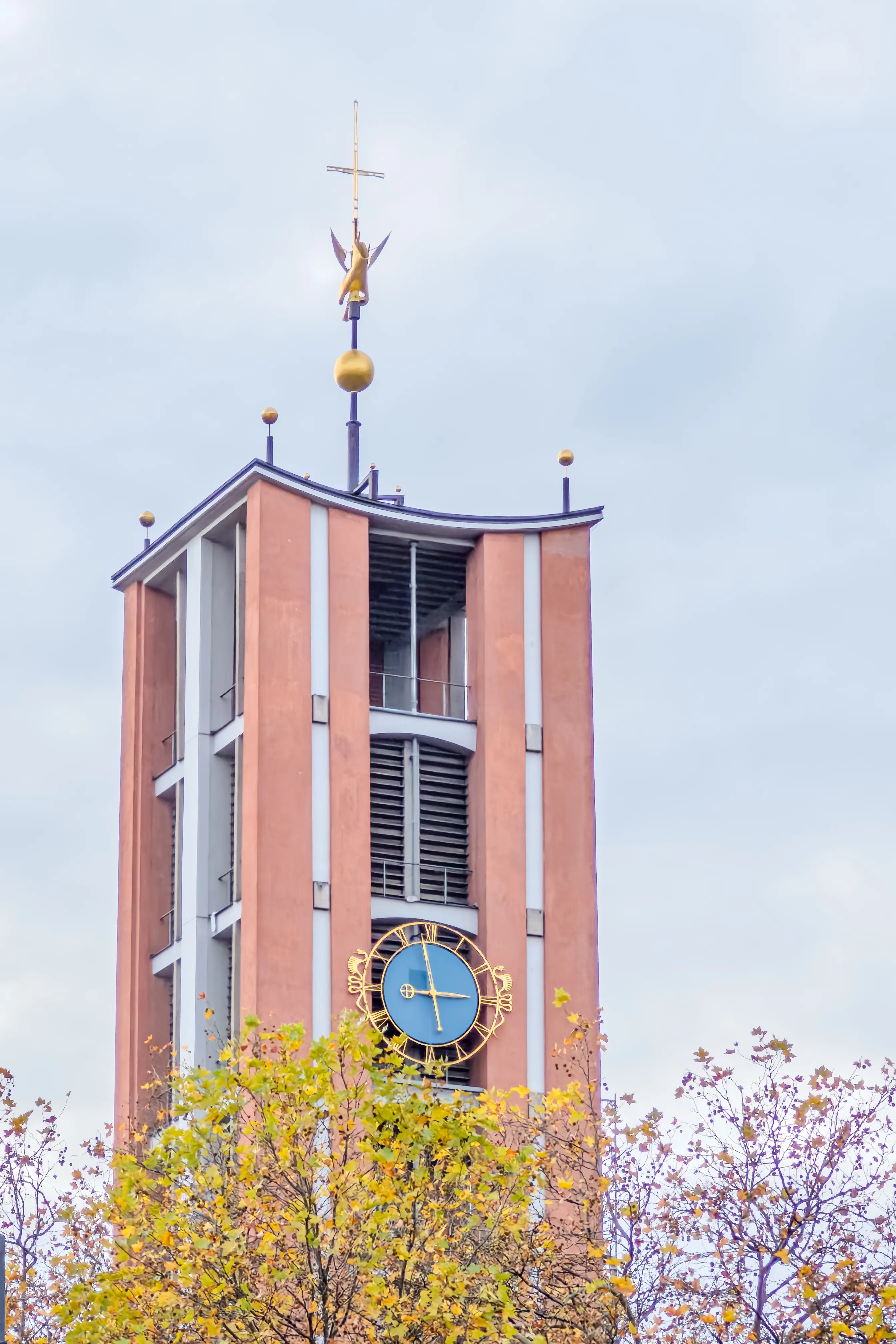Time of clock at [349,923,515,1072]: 2:58
